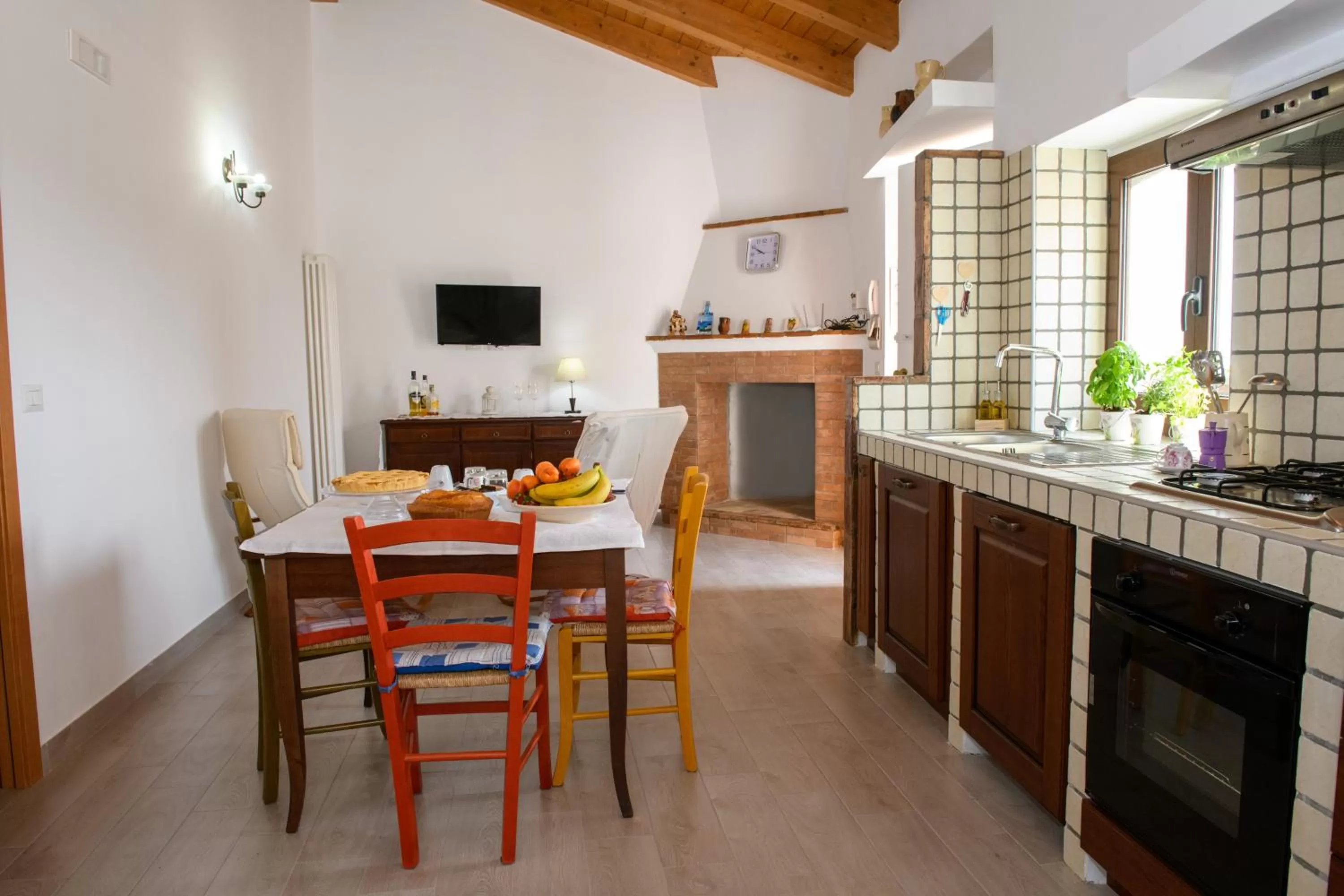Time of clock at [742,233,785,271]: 9:50
